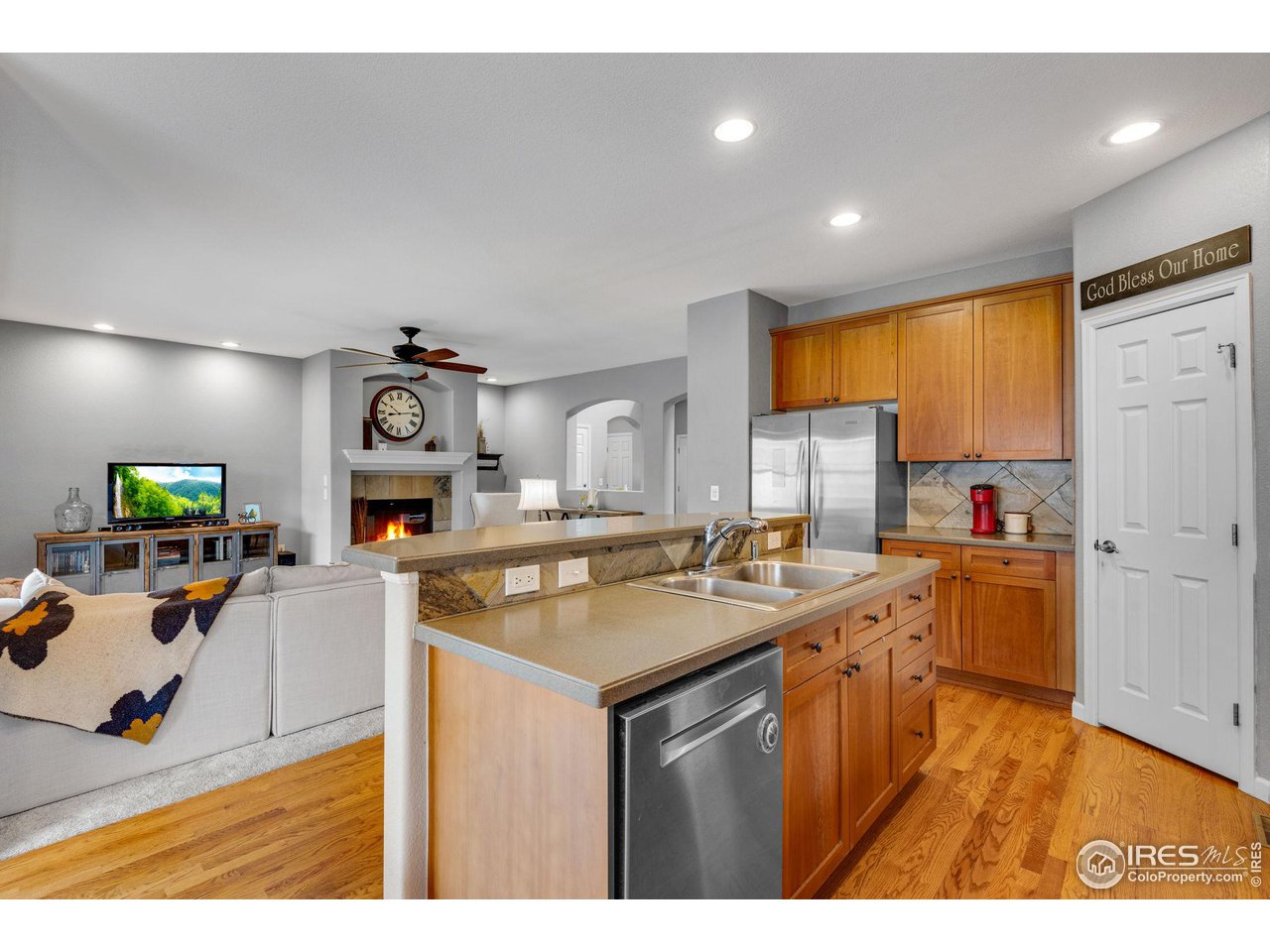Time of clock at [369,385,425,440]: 10:13
